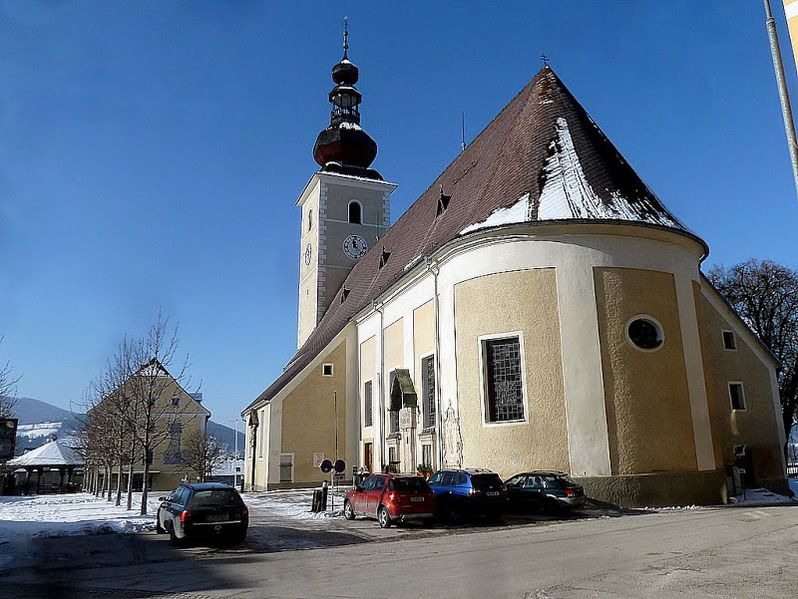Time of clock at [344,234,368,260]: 11:22
